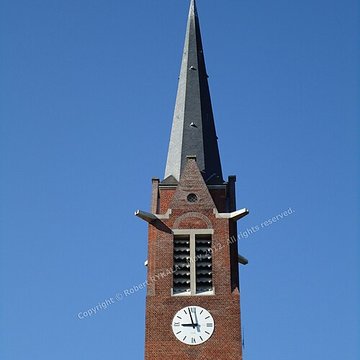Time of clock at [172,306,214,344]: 8:57
